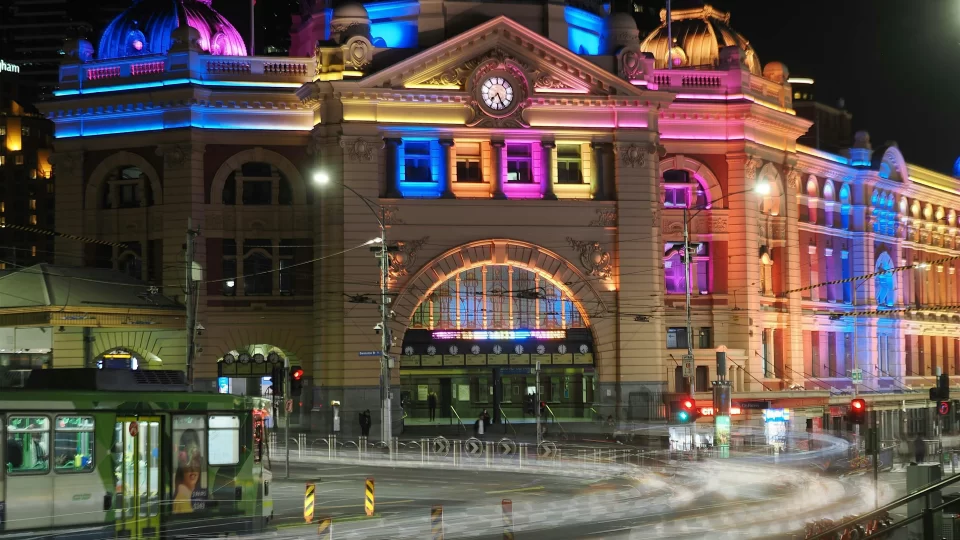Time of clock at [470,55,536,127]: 7:25
